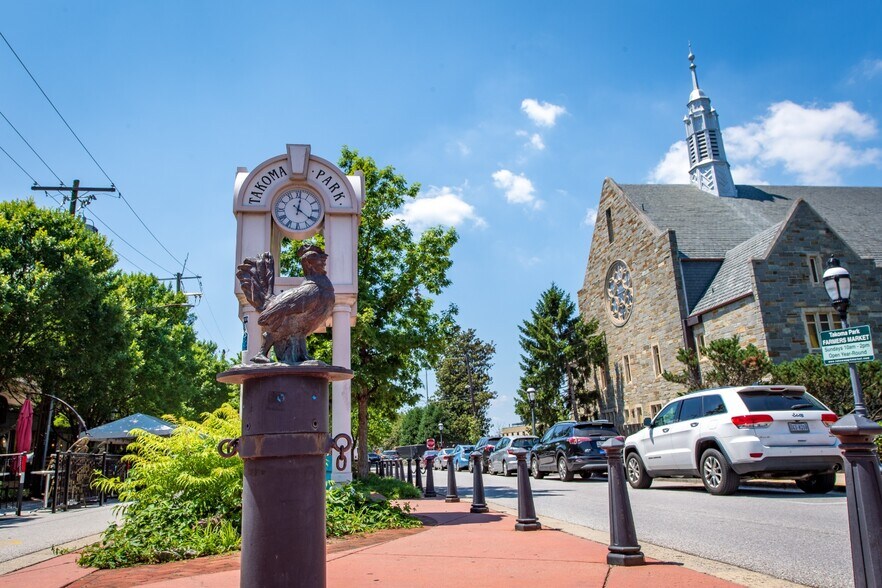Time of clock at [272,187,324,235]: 12:21
